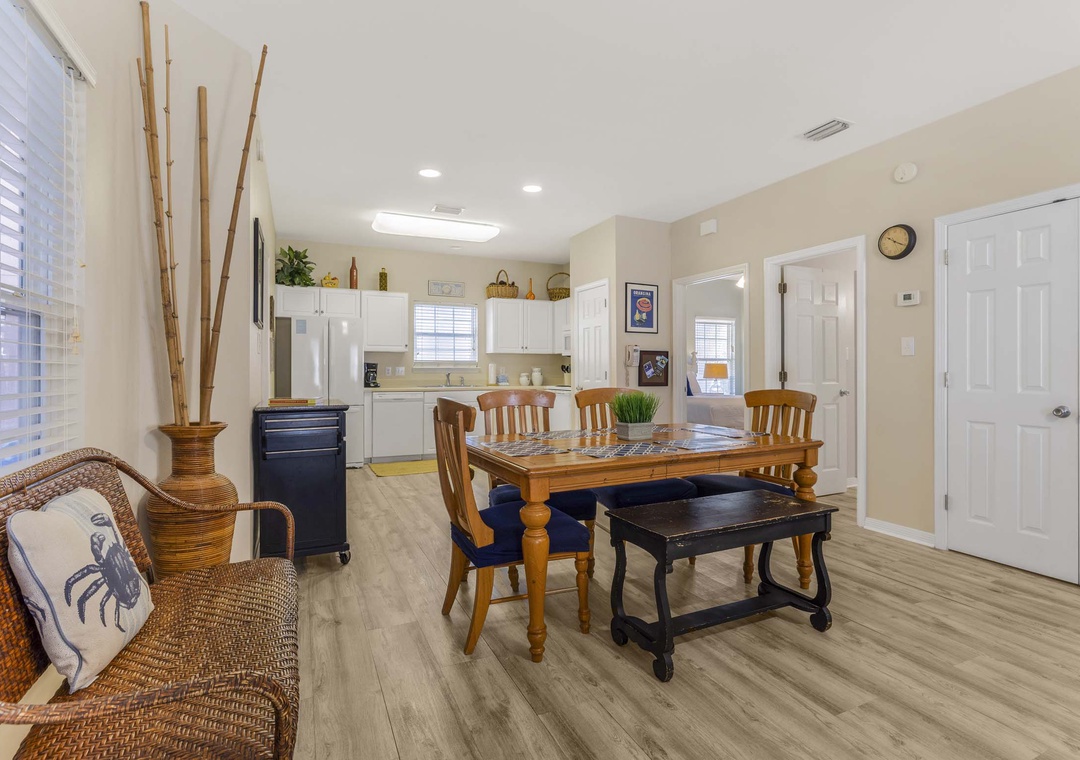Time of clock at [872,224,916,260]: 10:19
